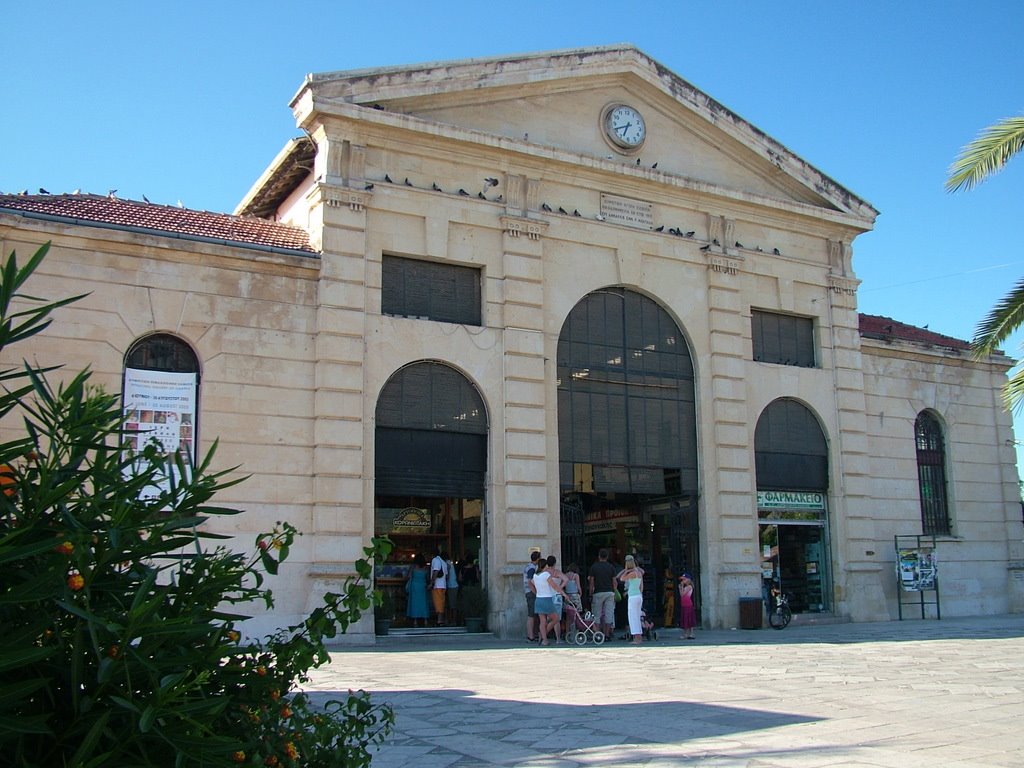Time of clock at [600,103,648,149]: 6:41
